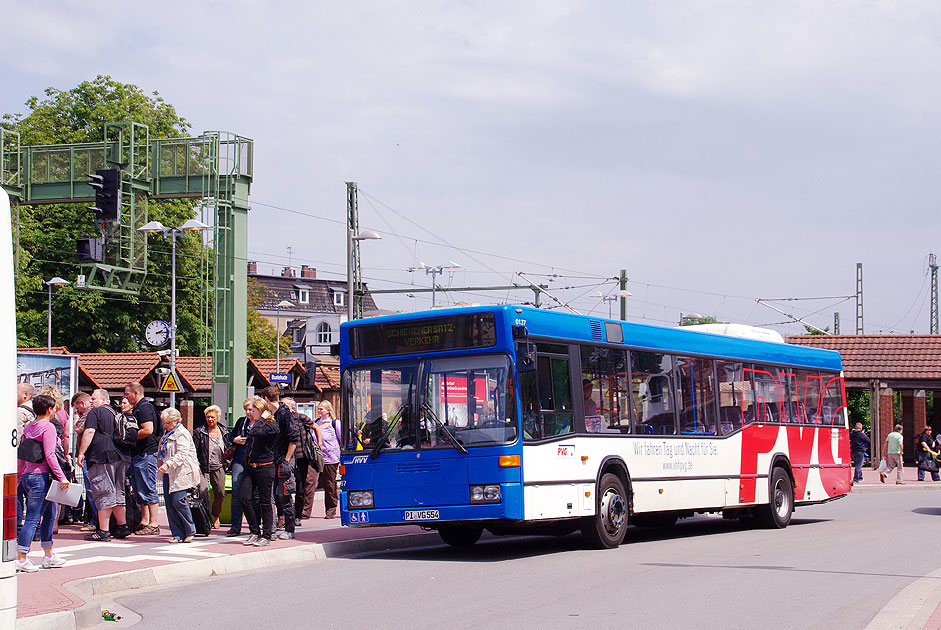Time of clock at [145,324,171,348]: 2:14
